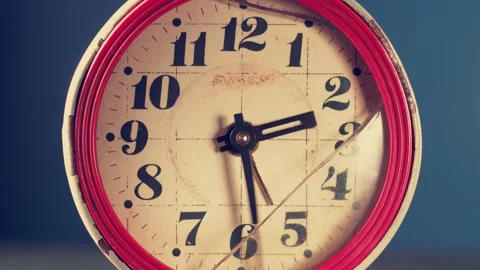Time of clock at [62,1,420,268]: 2:28
